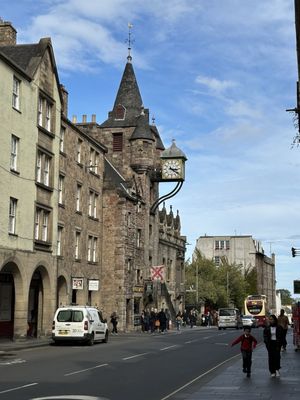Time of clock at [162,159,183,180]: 3:21
